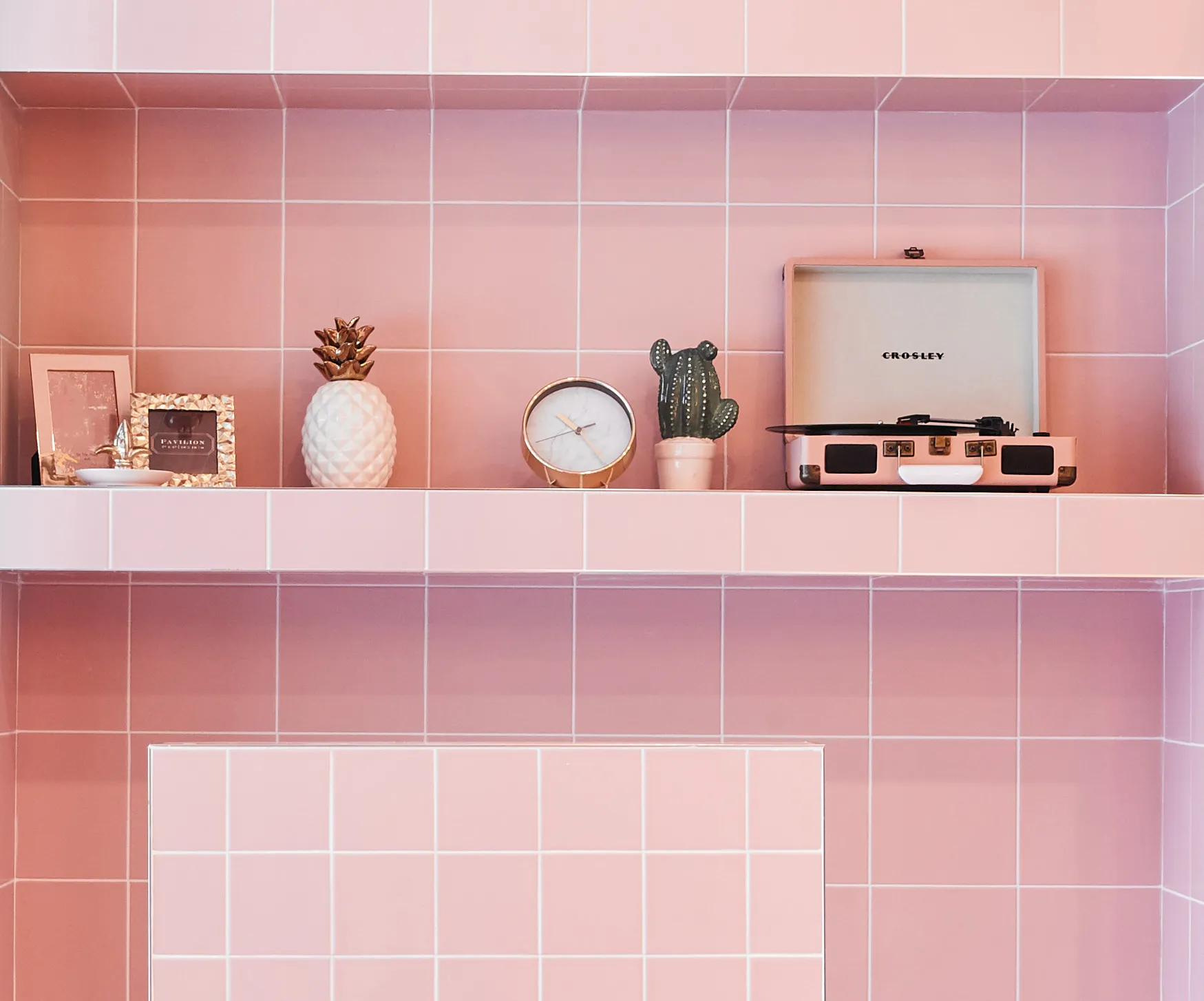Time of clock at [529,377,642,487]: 10:24
